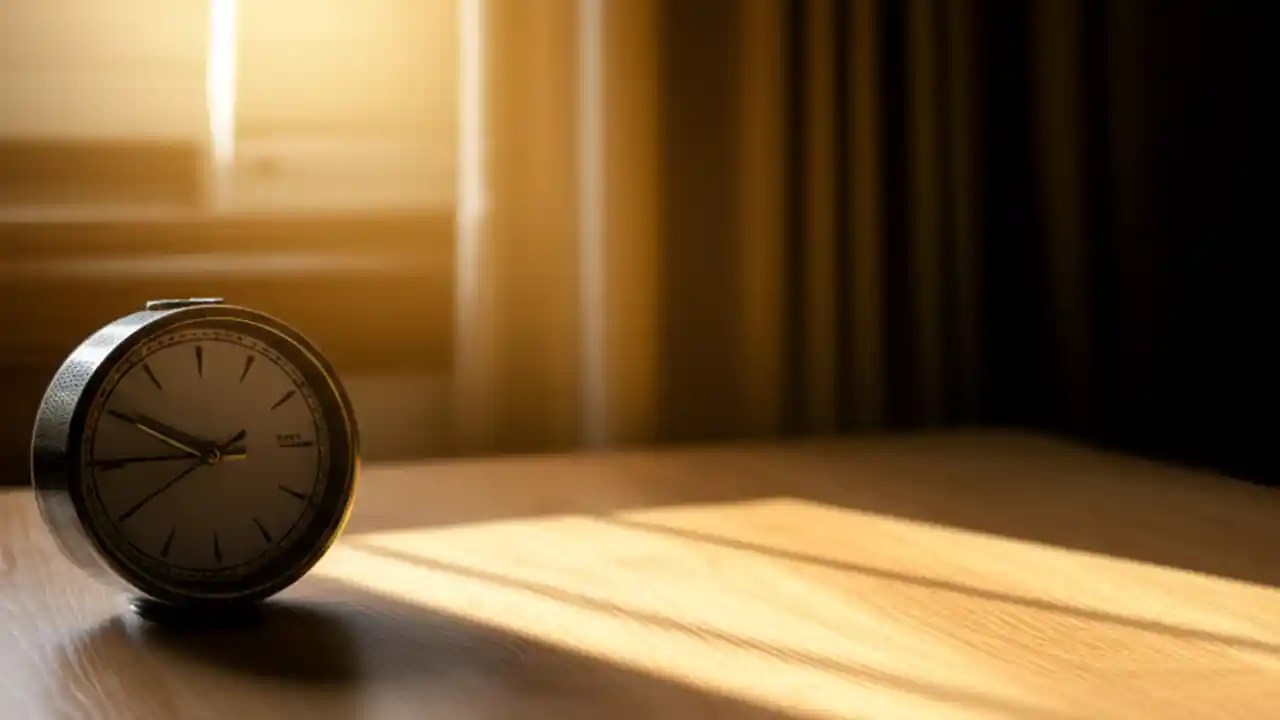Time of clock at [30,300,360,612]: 9:44
